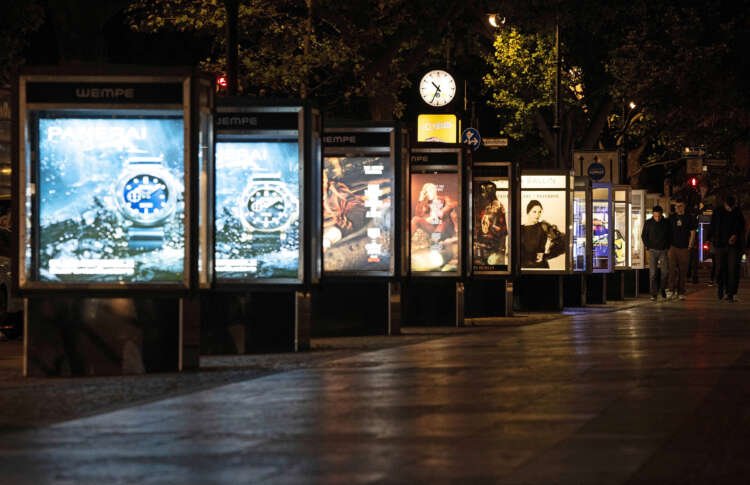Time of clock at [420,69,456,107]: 10:34
